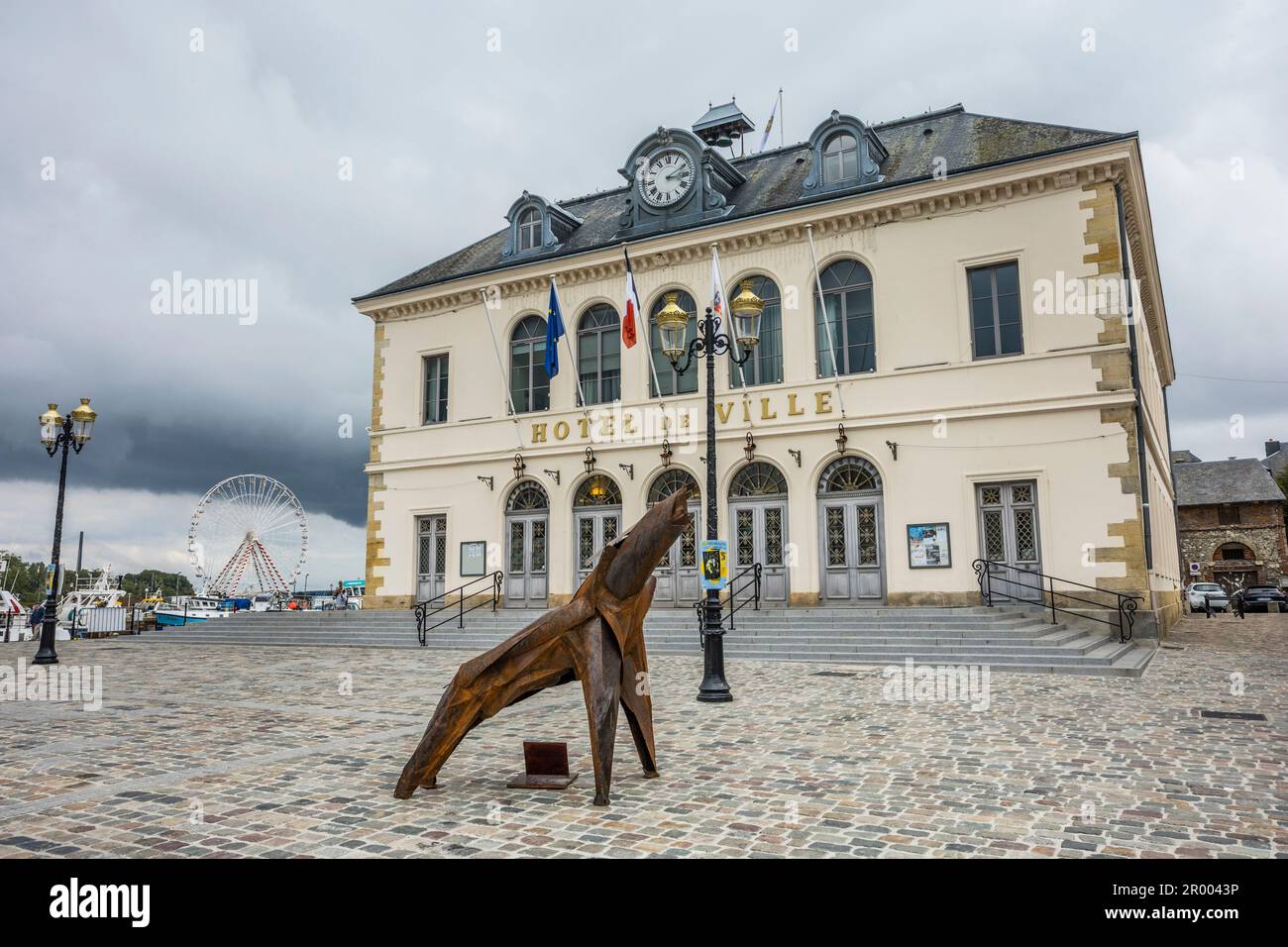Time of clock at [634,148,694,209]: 3:10
